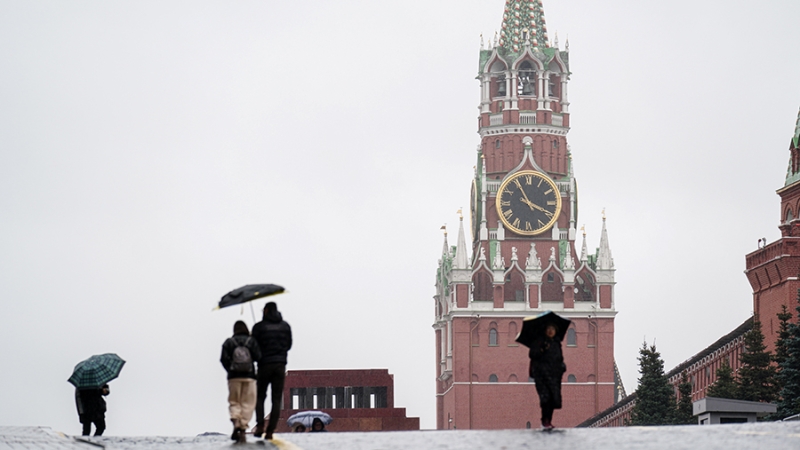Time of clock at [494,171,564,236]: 3:55
